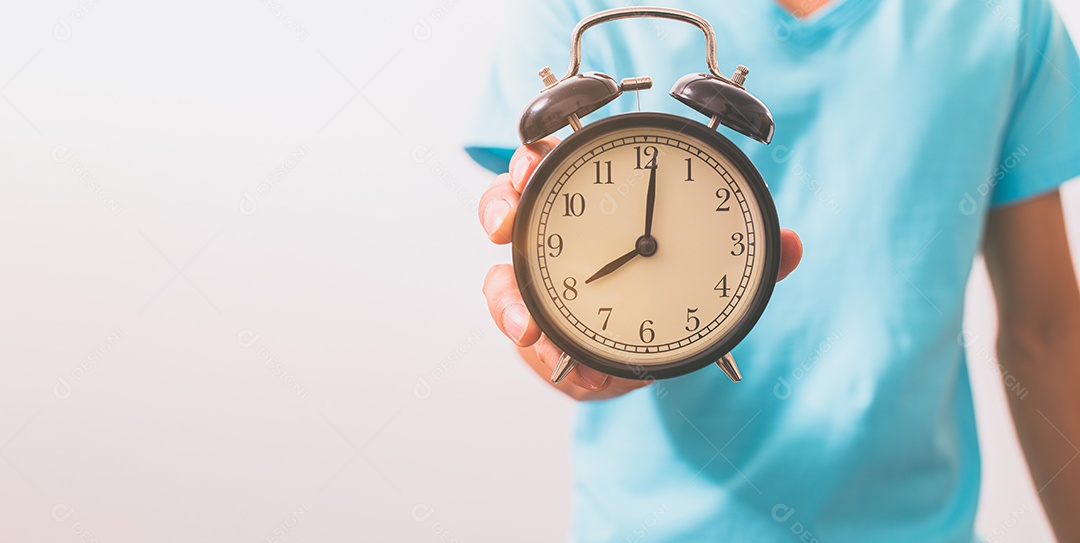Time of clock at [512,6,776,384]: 8:01
